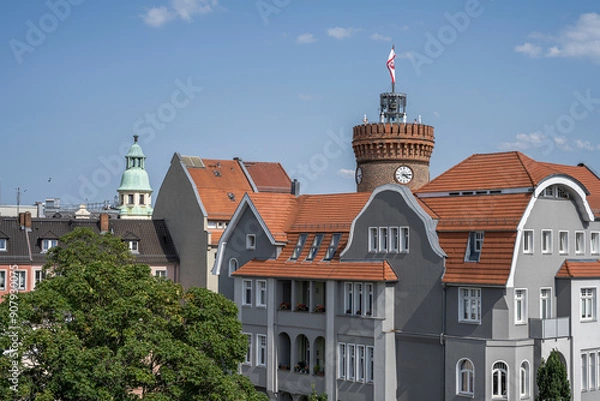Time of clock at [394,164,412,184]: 4:13
